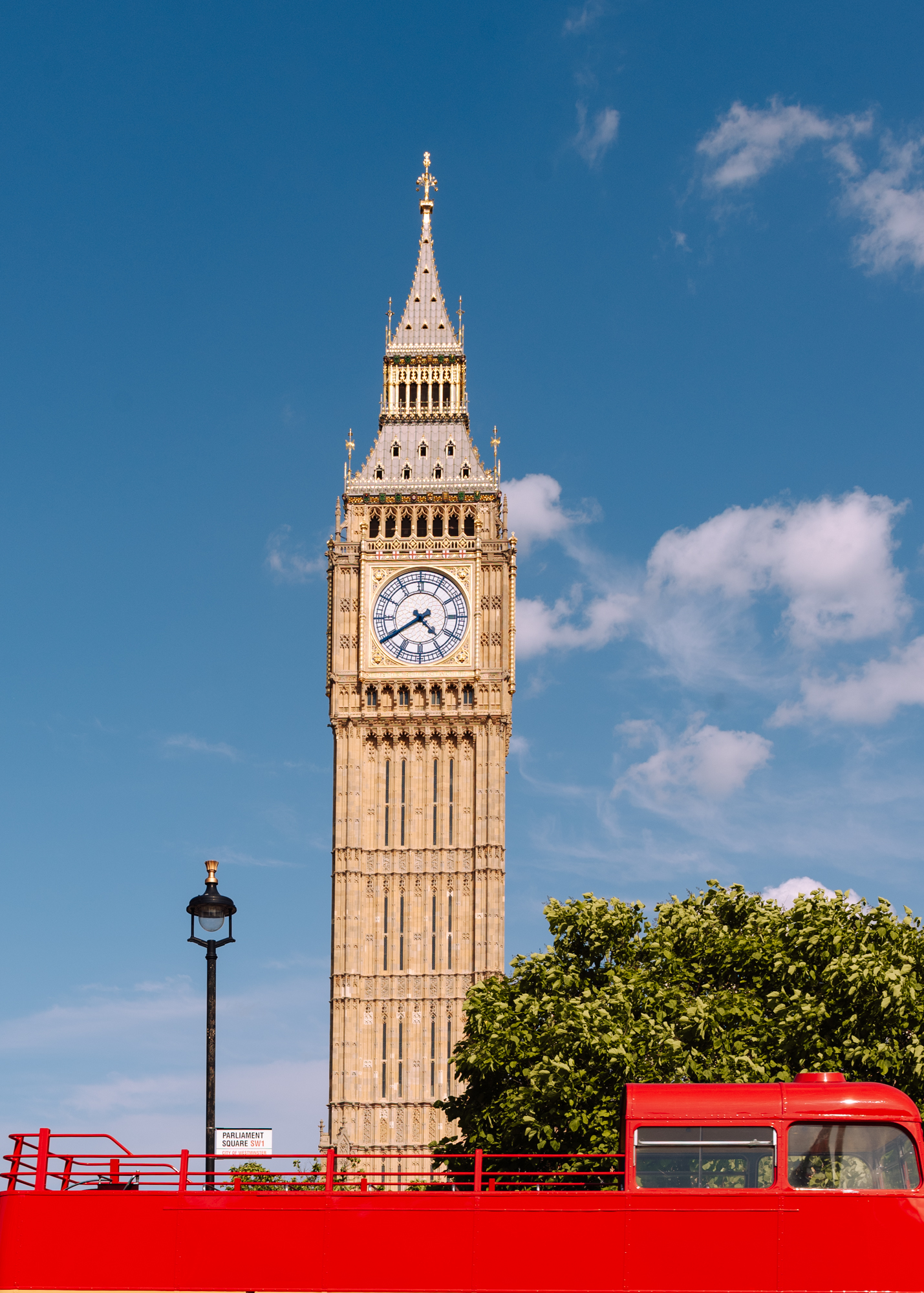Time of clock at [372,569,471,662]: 4:39
